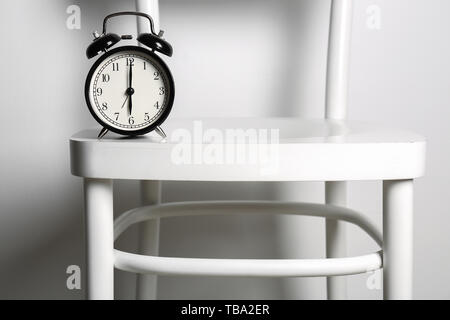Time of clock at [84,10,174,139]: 6:00
